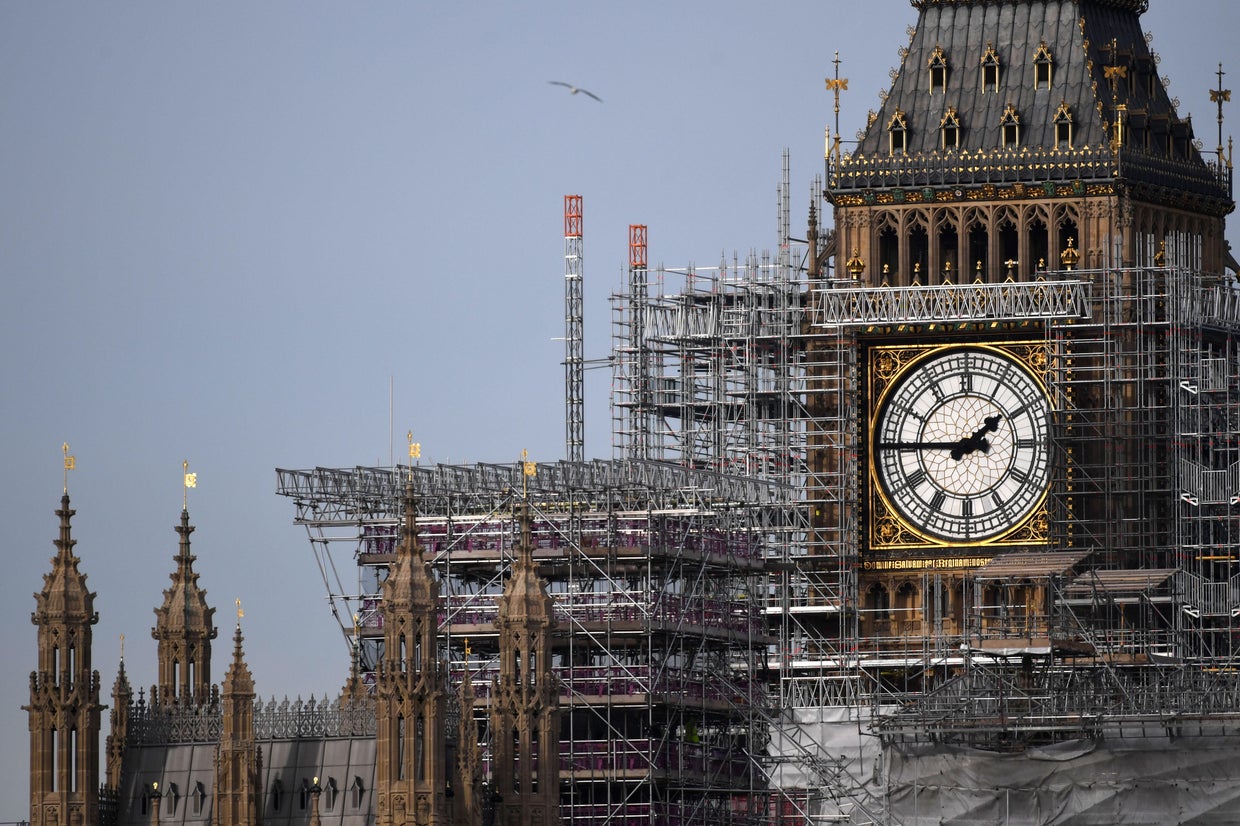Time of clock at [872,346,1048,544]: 1:45
